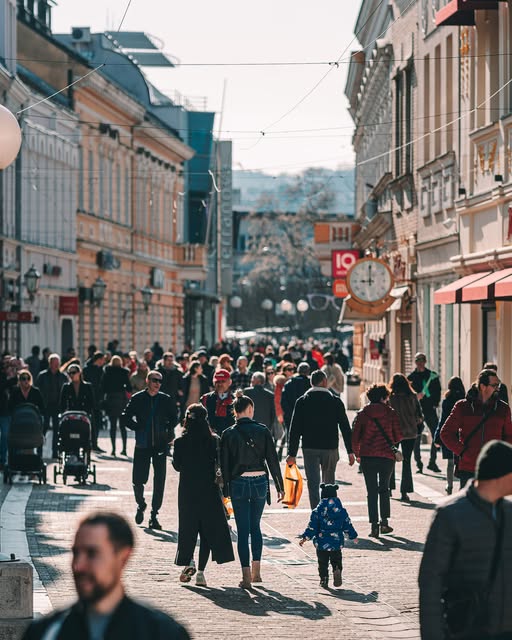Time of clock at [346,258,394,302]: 8:59
